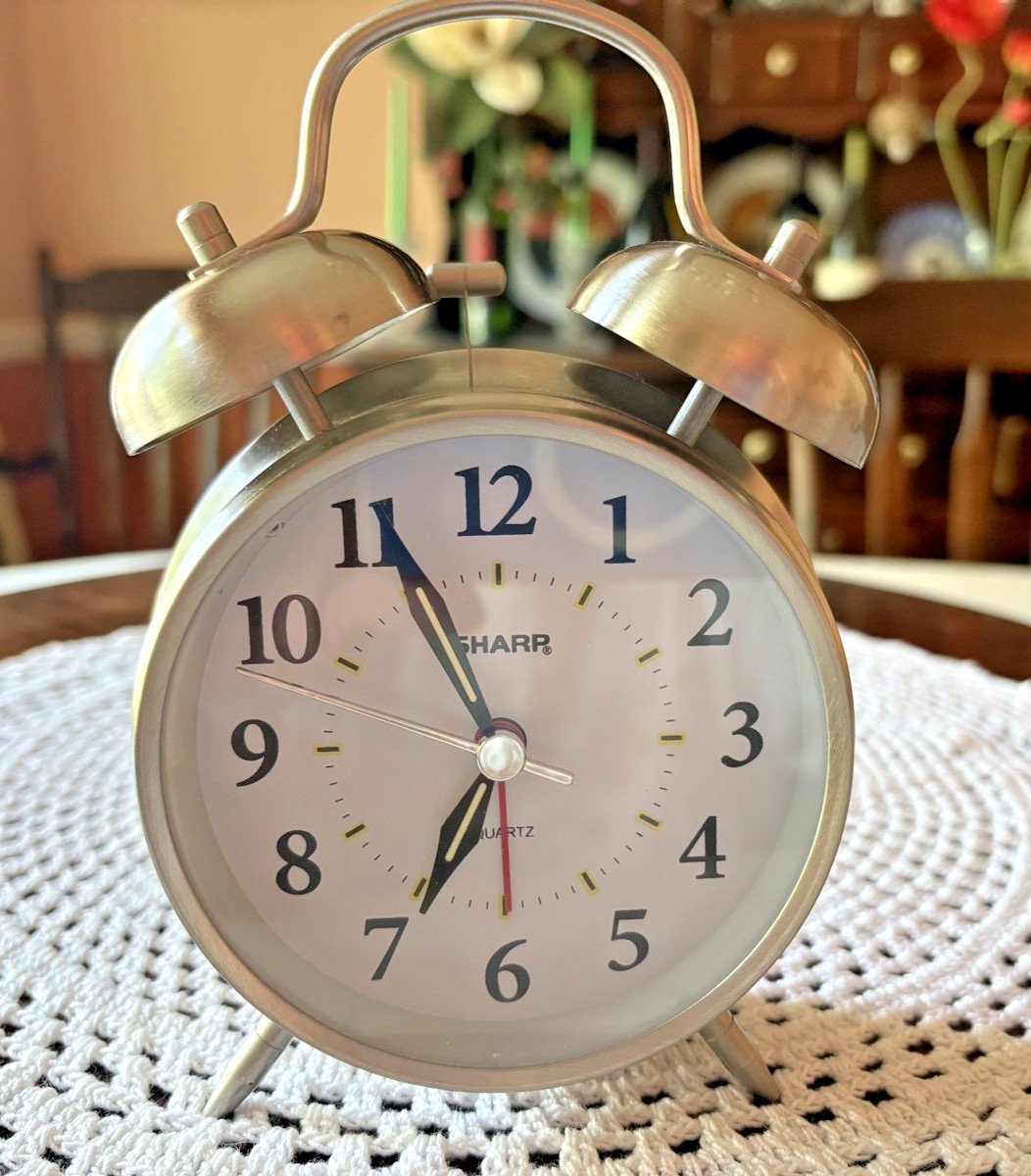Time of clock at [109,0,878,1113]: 6:55
